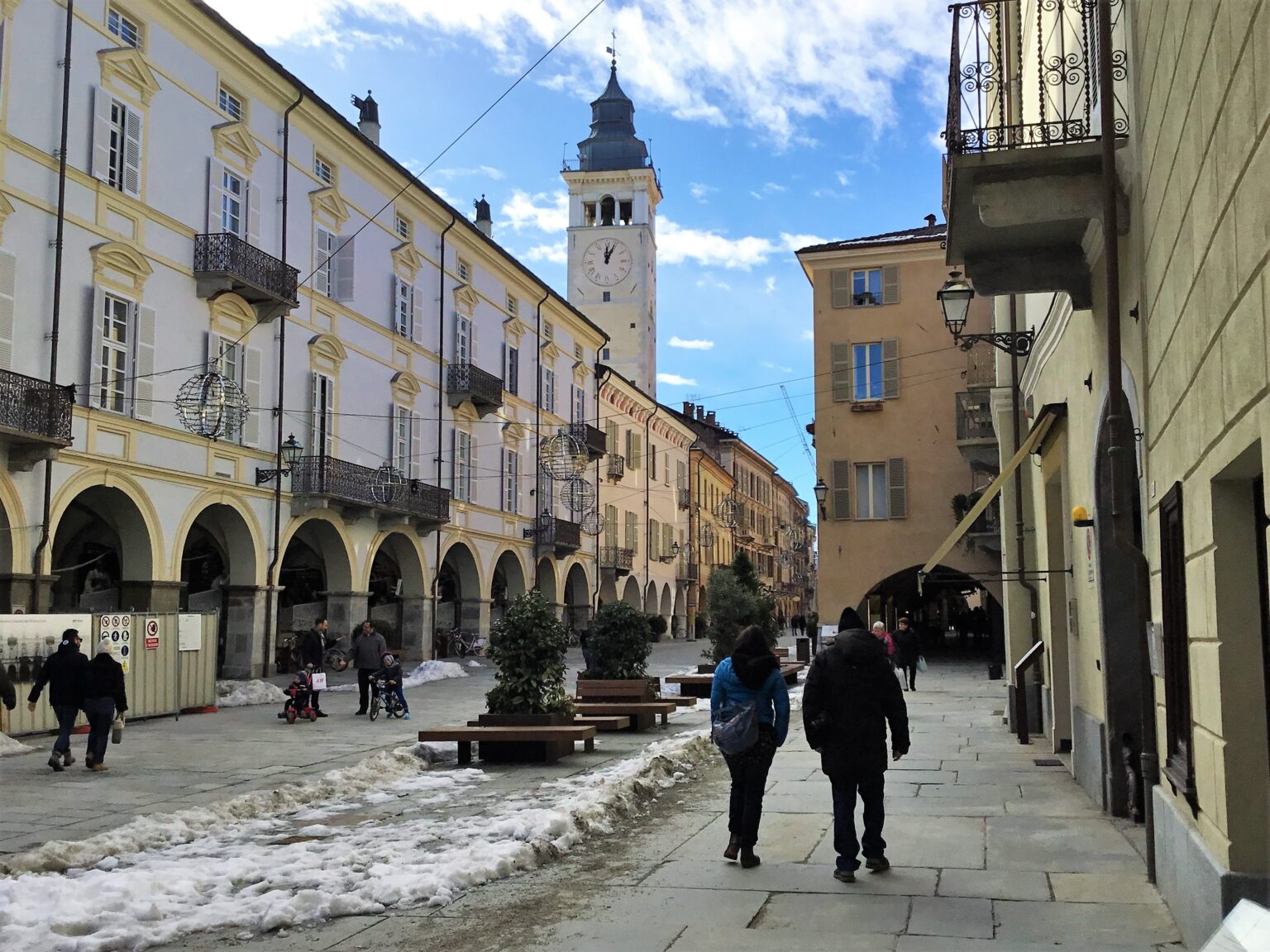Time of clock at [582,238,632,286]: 12:04
